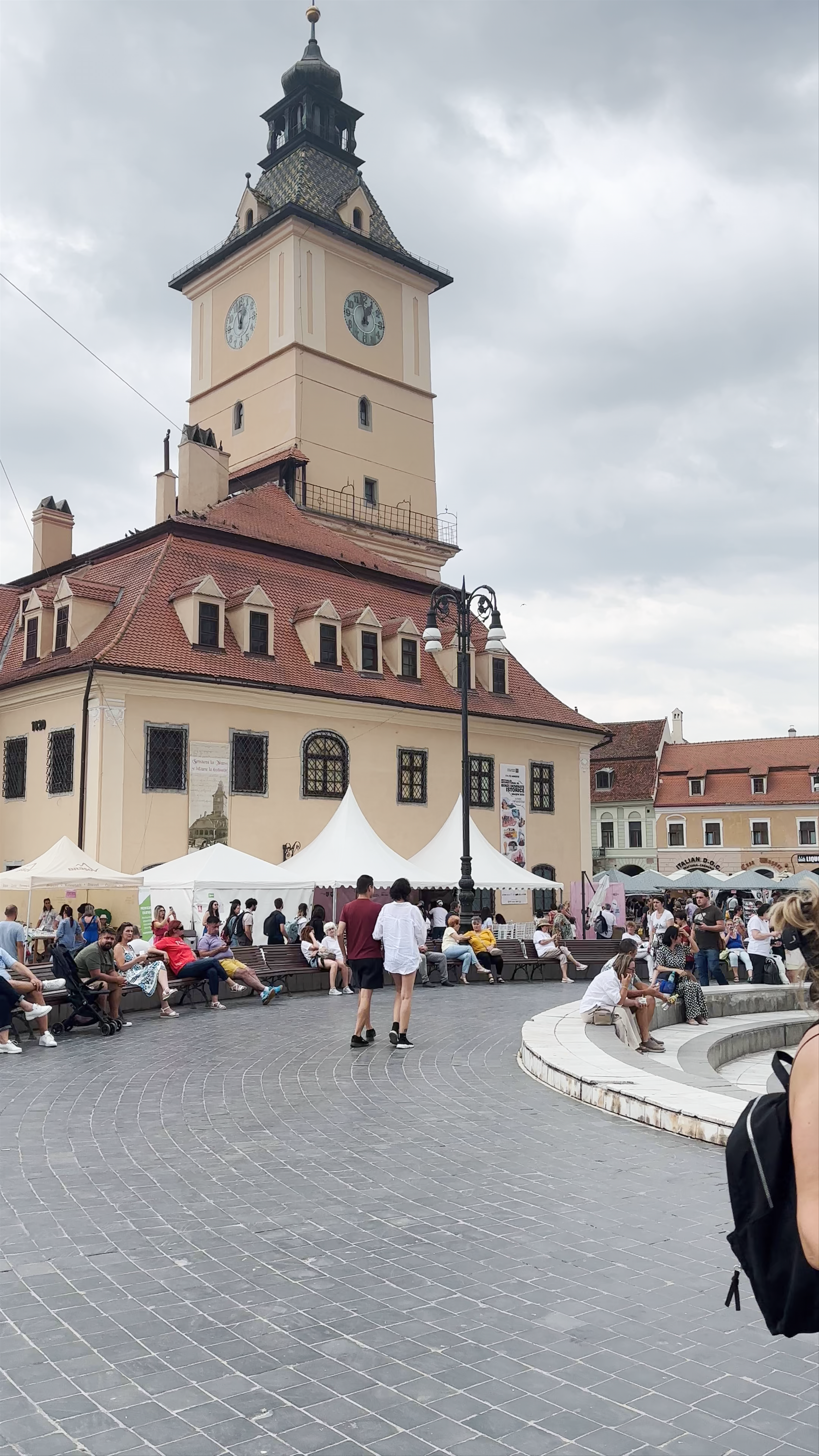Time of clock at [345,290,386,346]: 12:59
